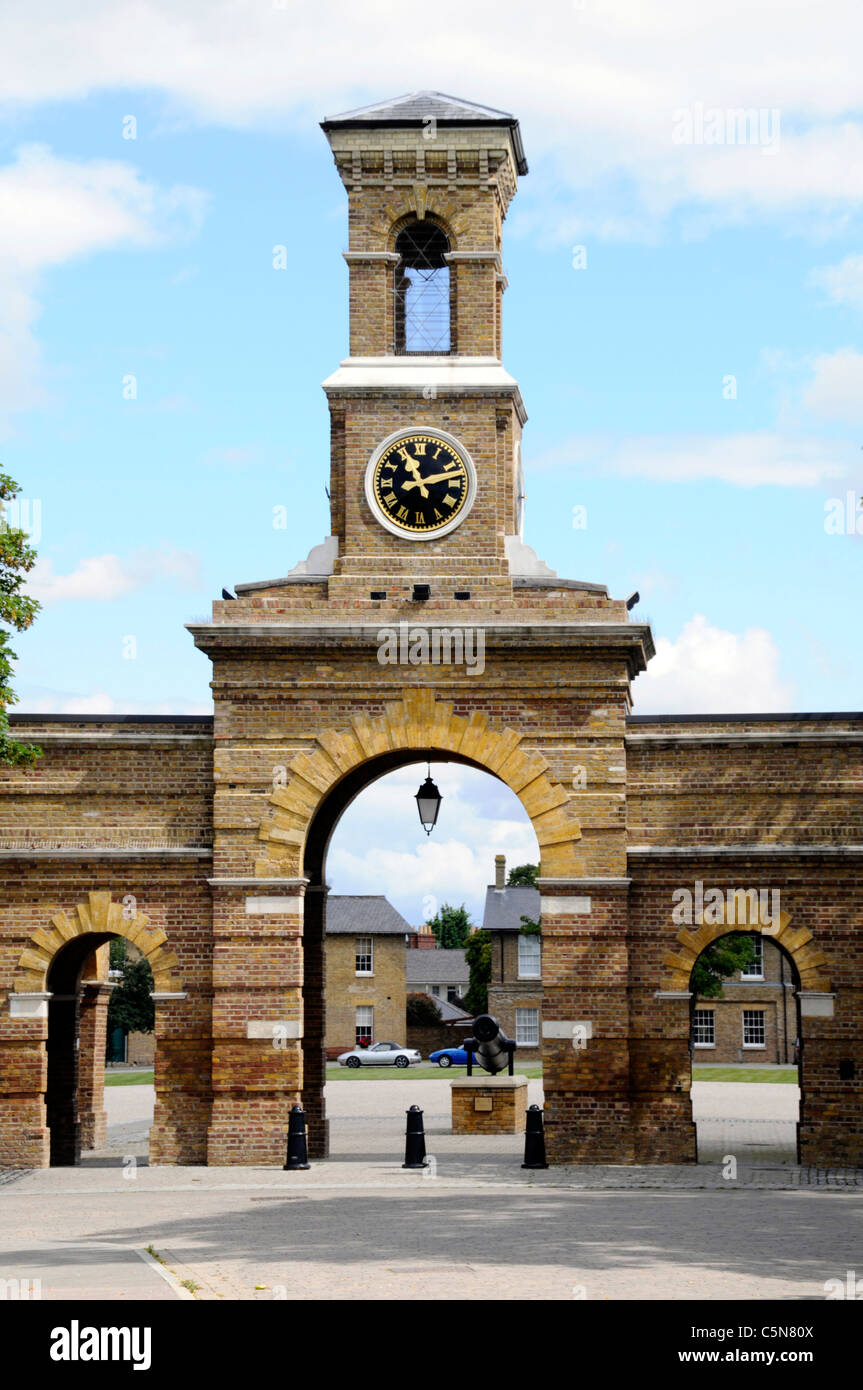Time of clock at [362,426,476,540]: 11:12
